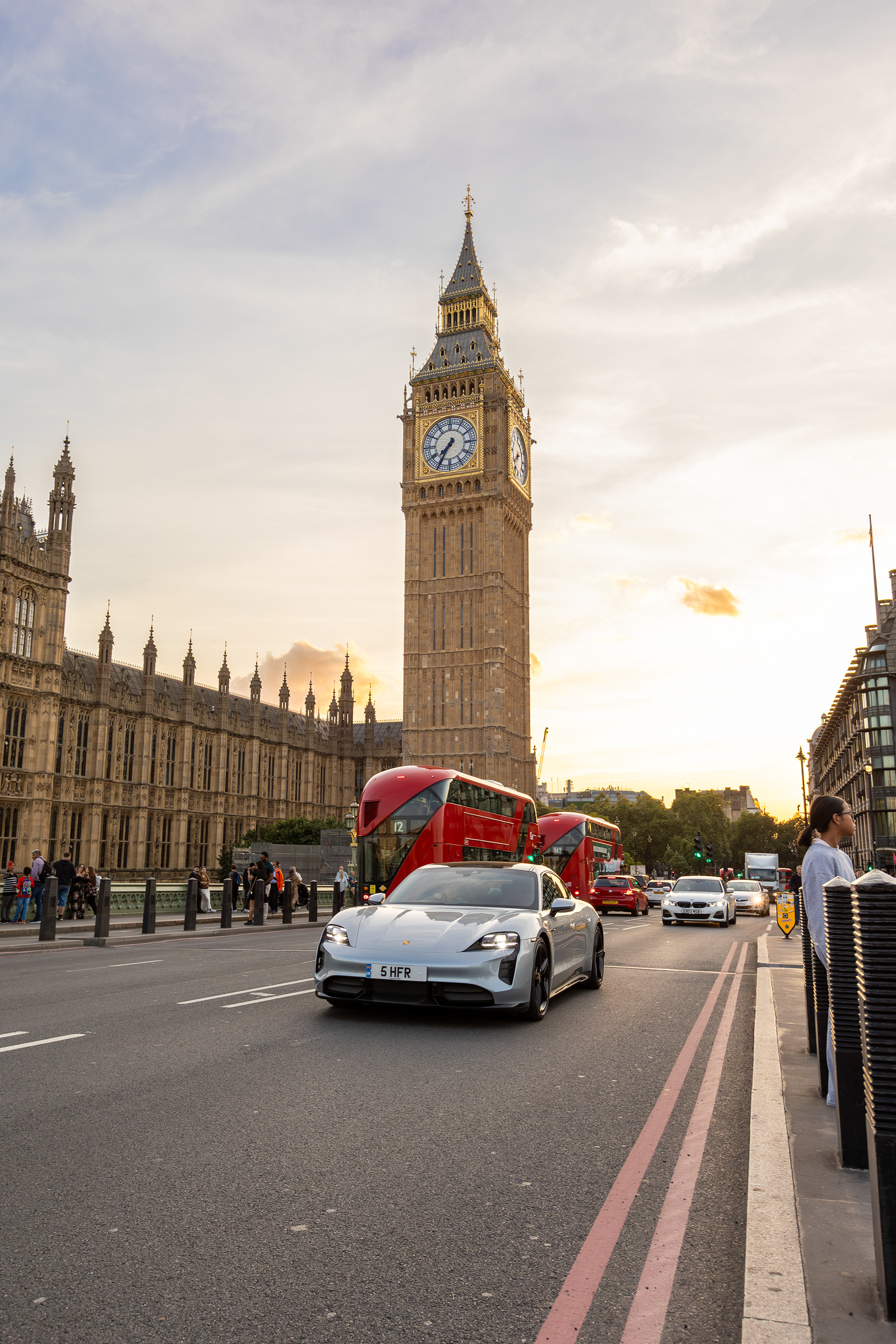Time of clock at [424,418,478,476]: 7:34
